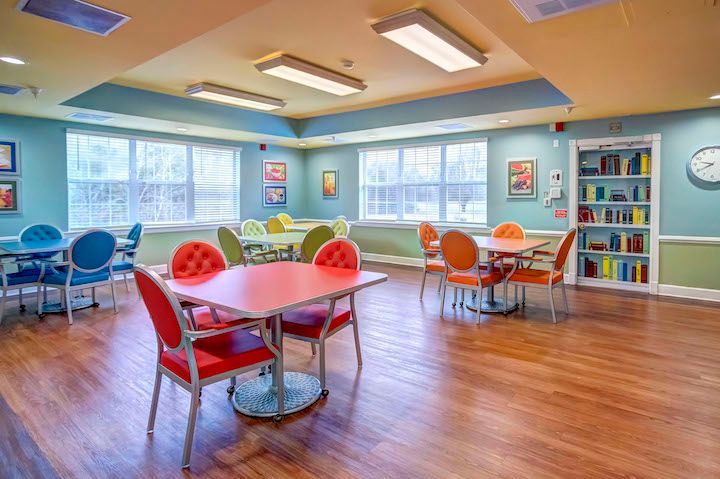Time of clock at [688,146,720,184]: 9:40
